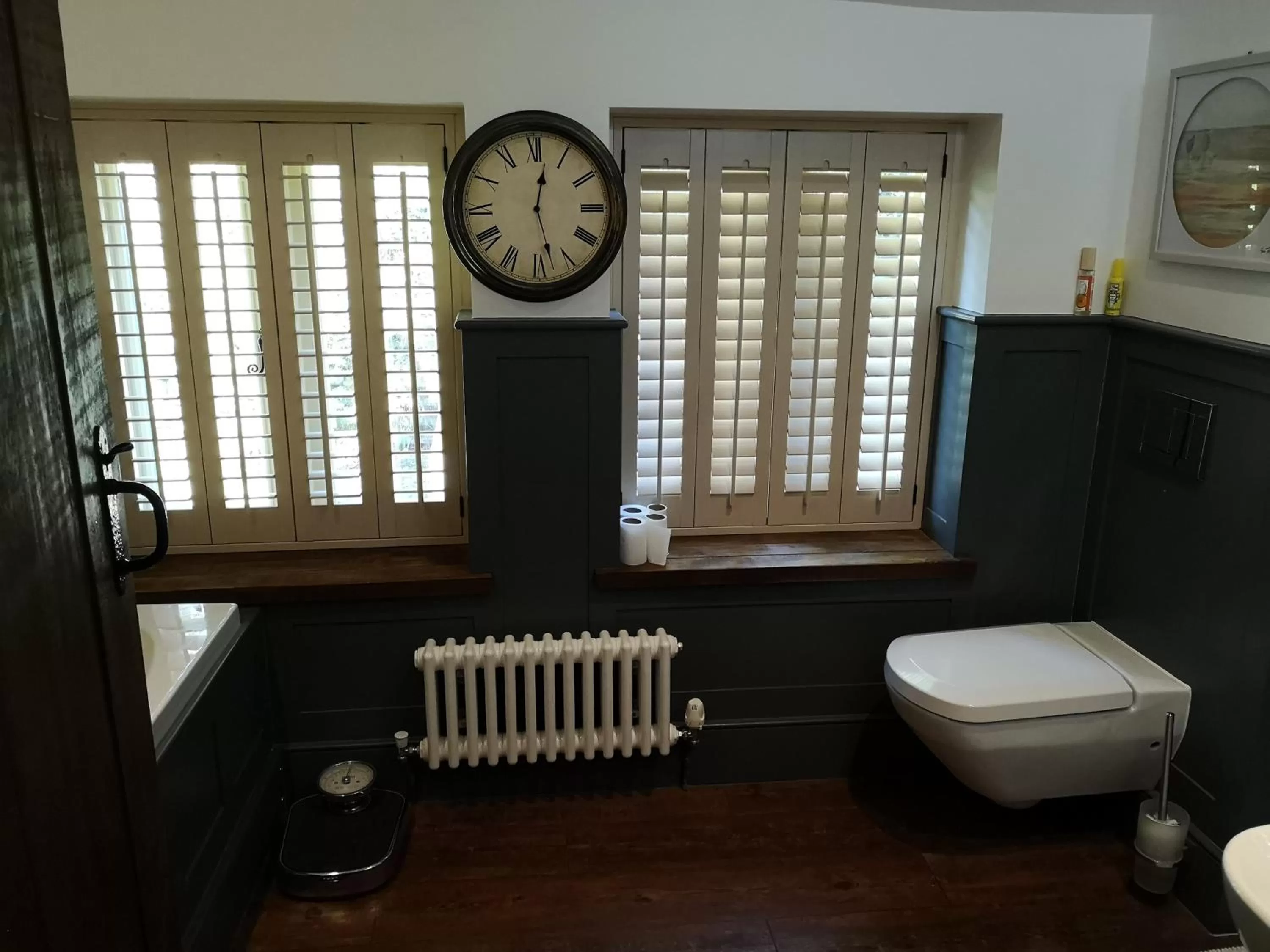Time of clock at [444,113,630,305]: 12:27
